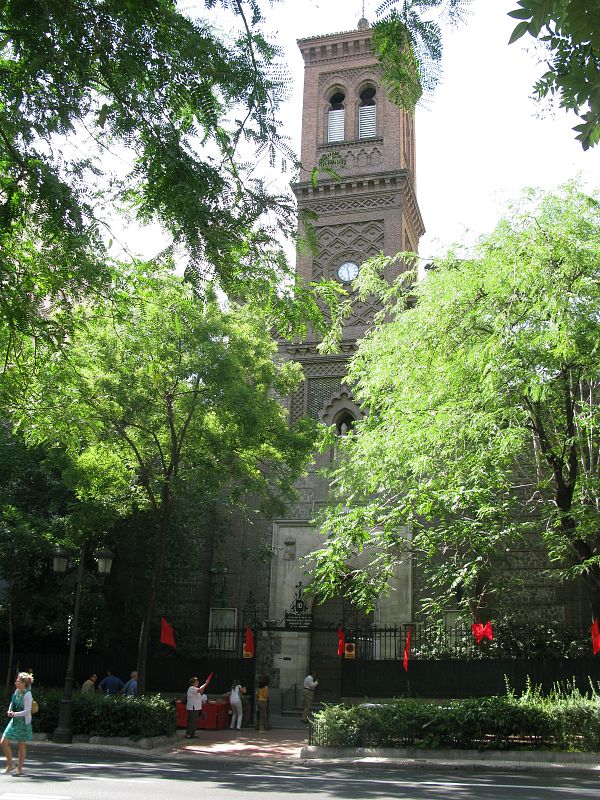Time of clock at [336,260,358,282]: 11:28
